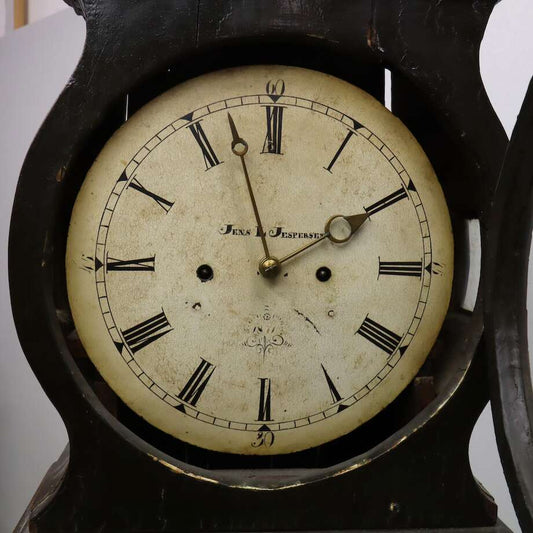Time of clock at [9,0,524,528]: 1:57
